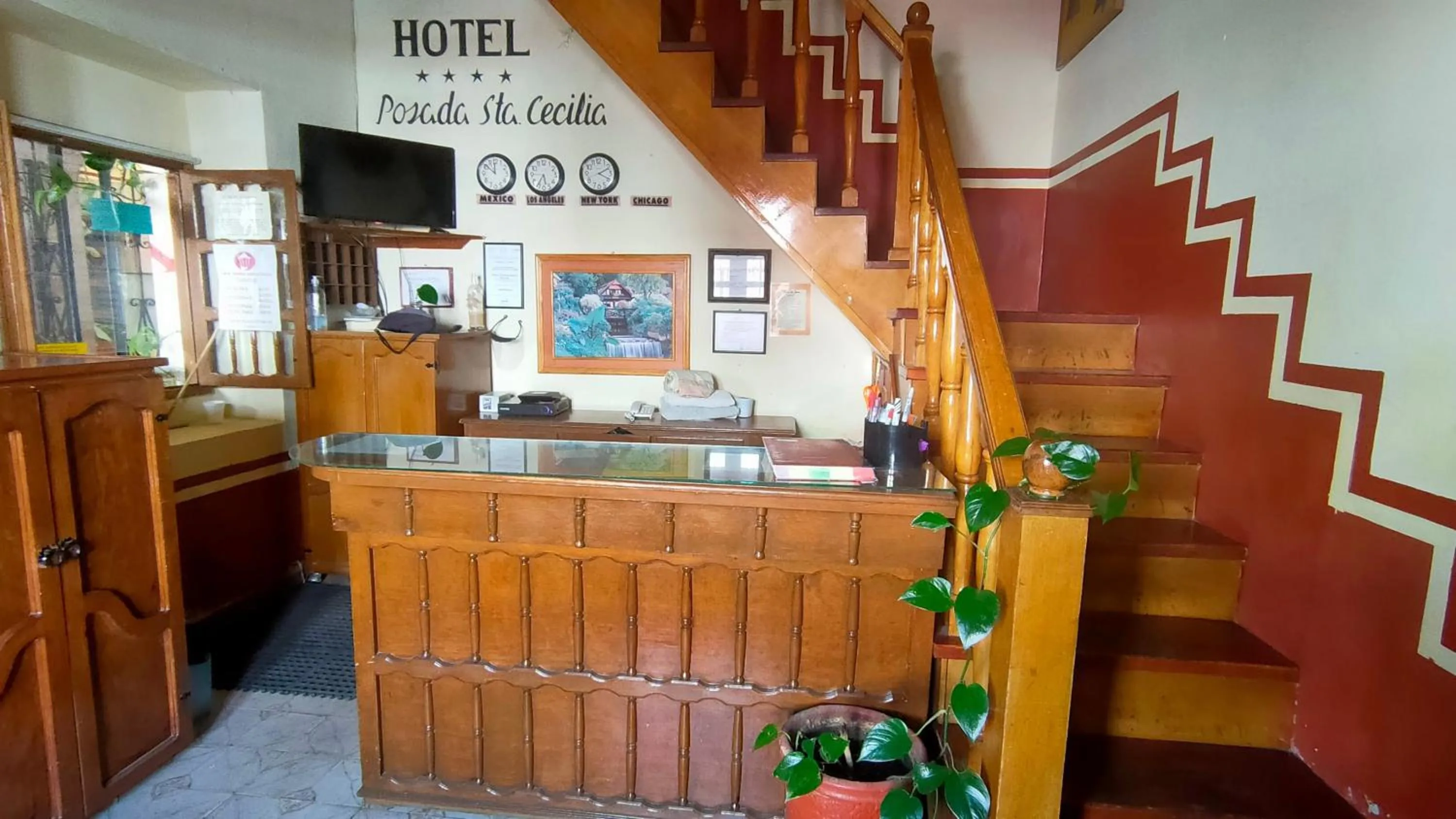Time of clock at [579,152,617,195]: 2:19
